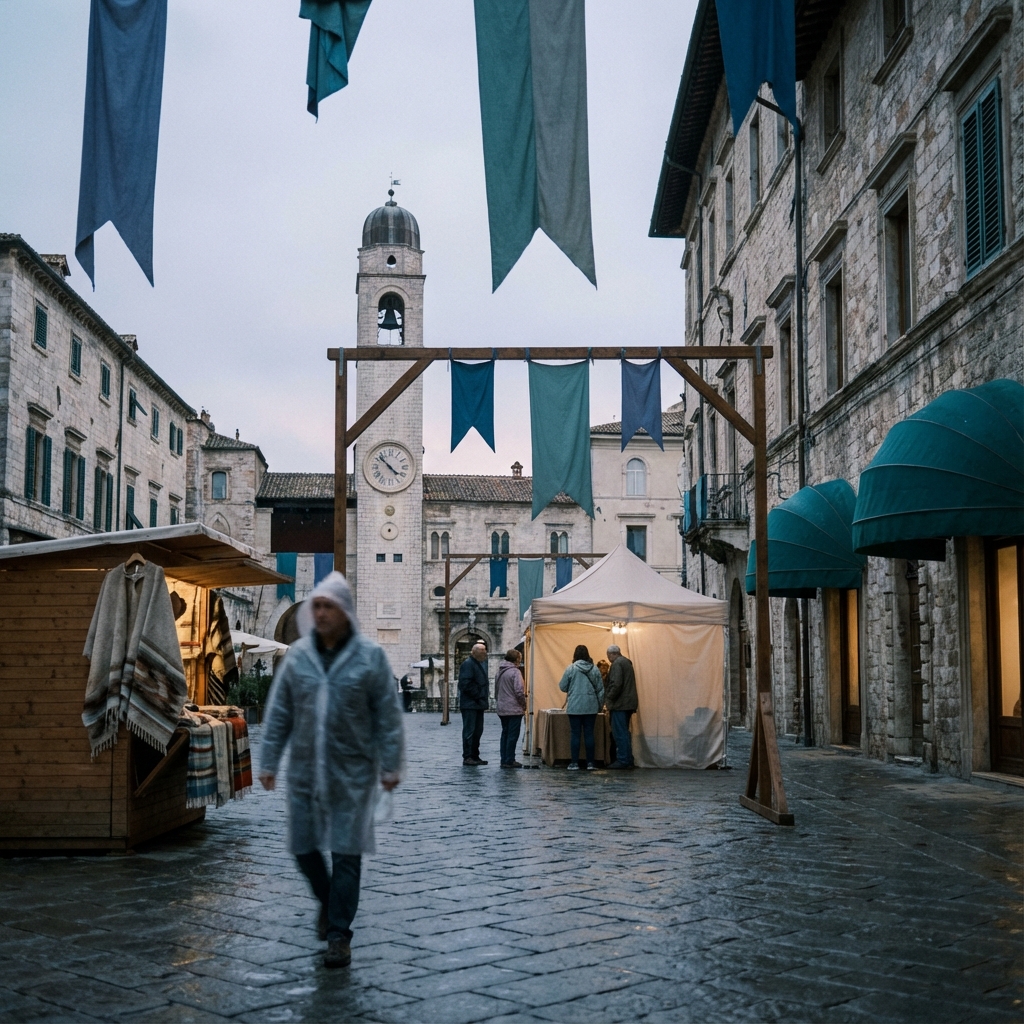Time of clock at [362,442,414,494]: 3:52
